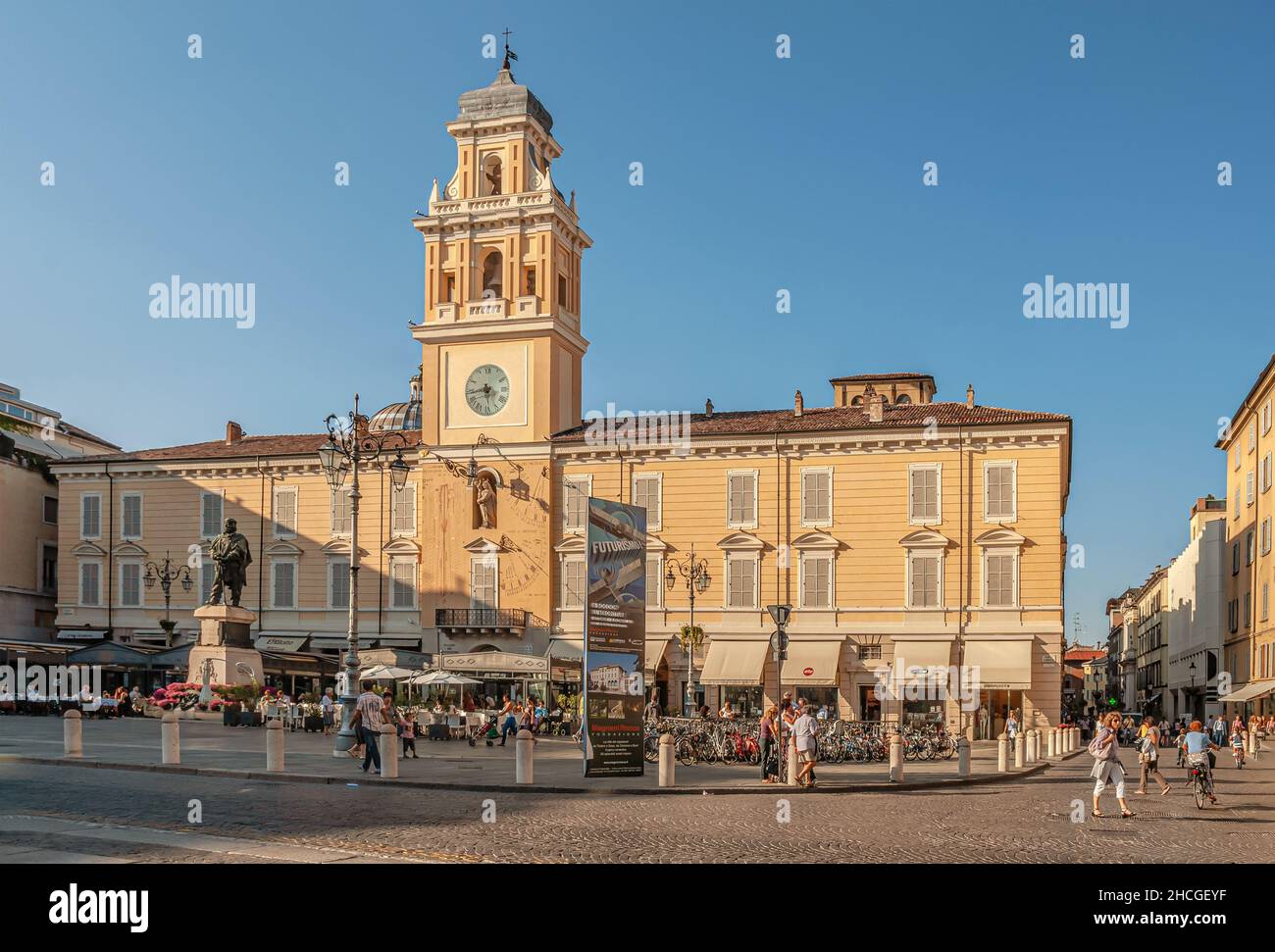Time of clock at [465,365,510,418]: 5:43
